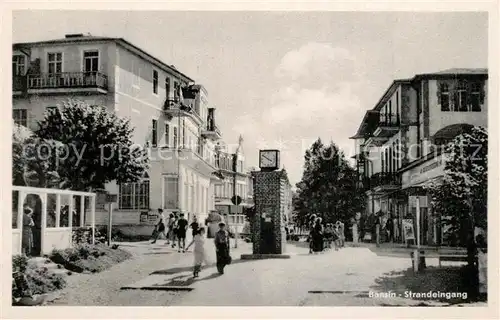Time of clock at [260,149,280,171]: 3:50
